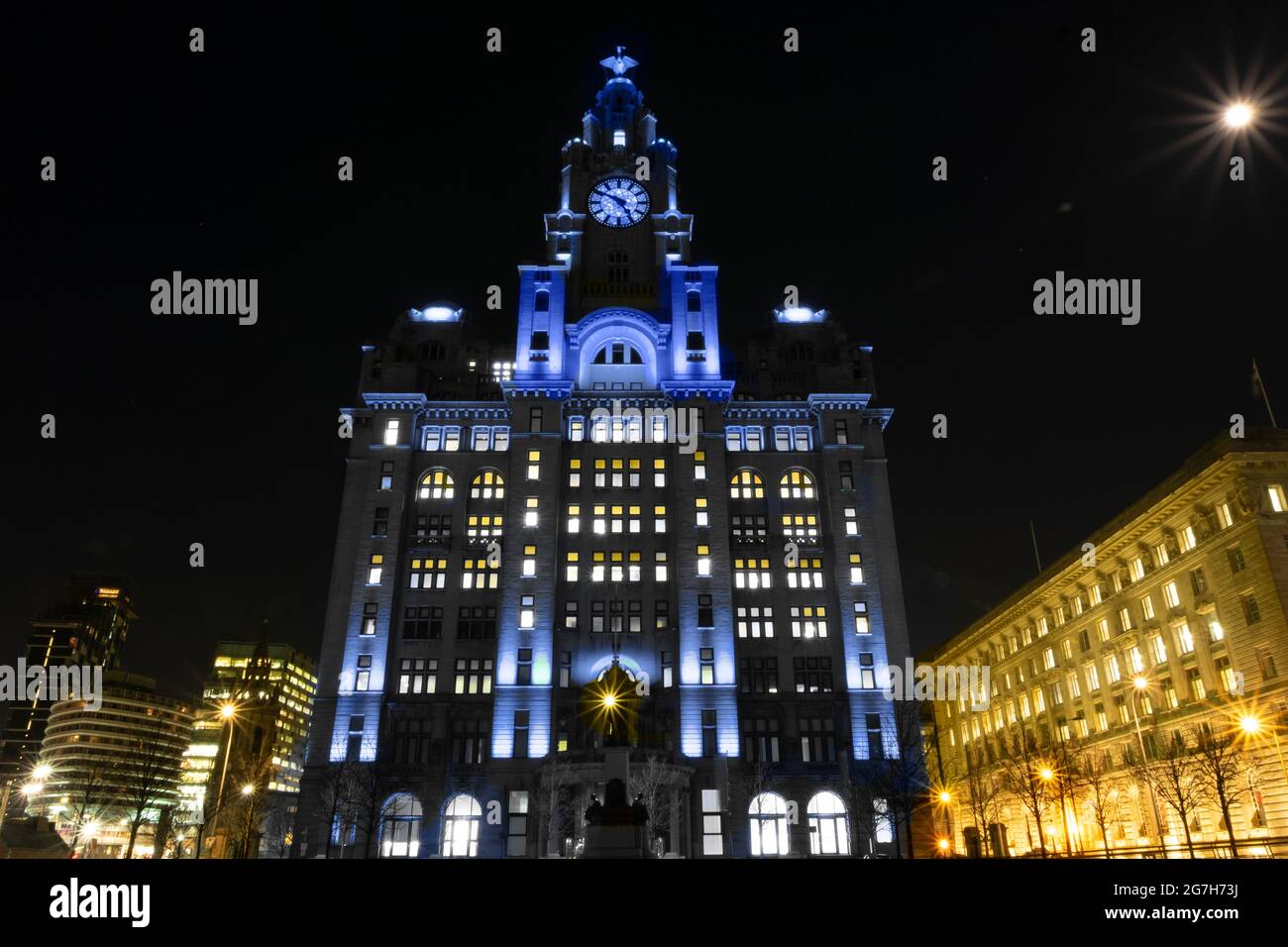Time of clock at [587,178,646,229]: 4:50
